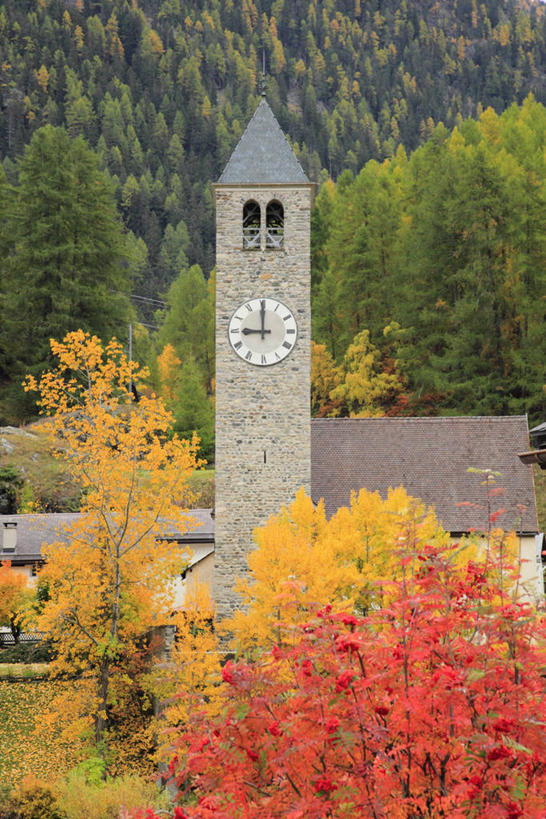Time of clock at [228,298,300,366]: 8:59
